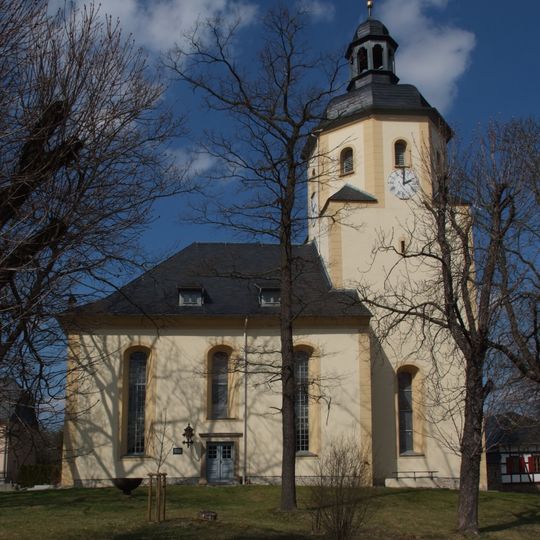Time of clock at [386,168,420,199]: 2:01
